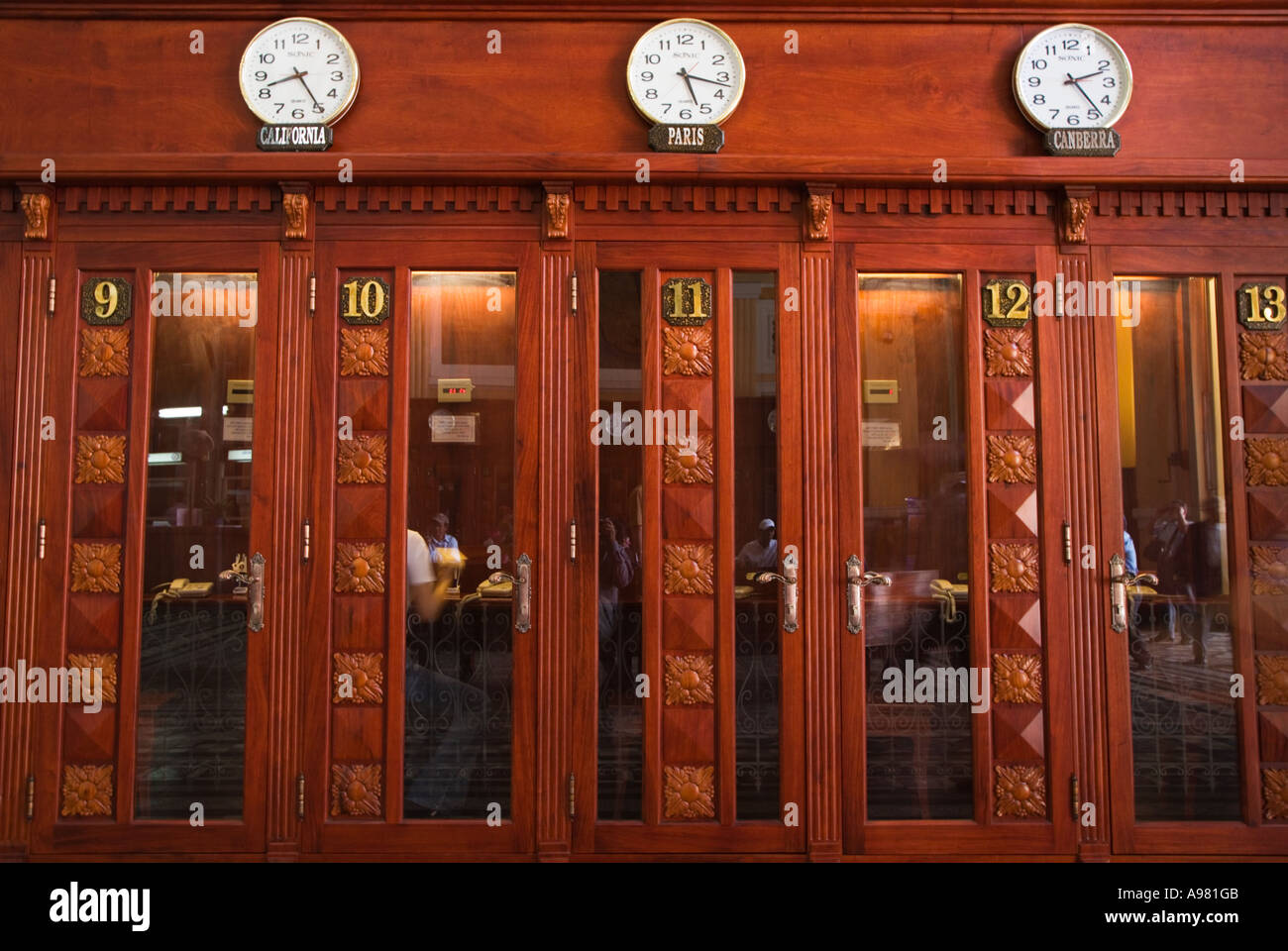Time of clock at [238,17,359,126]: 8:24
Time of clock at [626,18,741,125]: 5:17
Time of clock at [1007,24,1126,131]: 2:23
